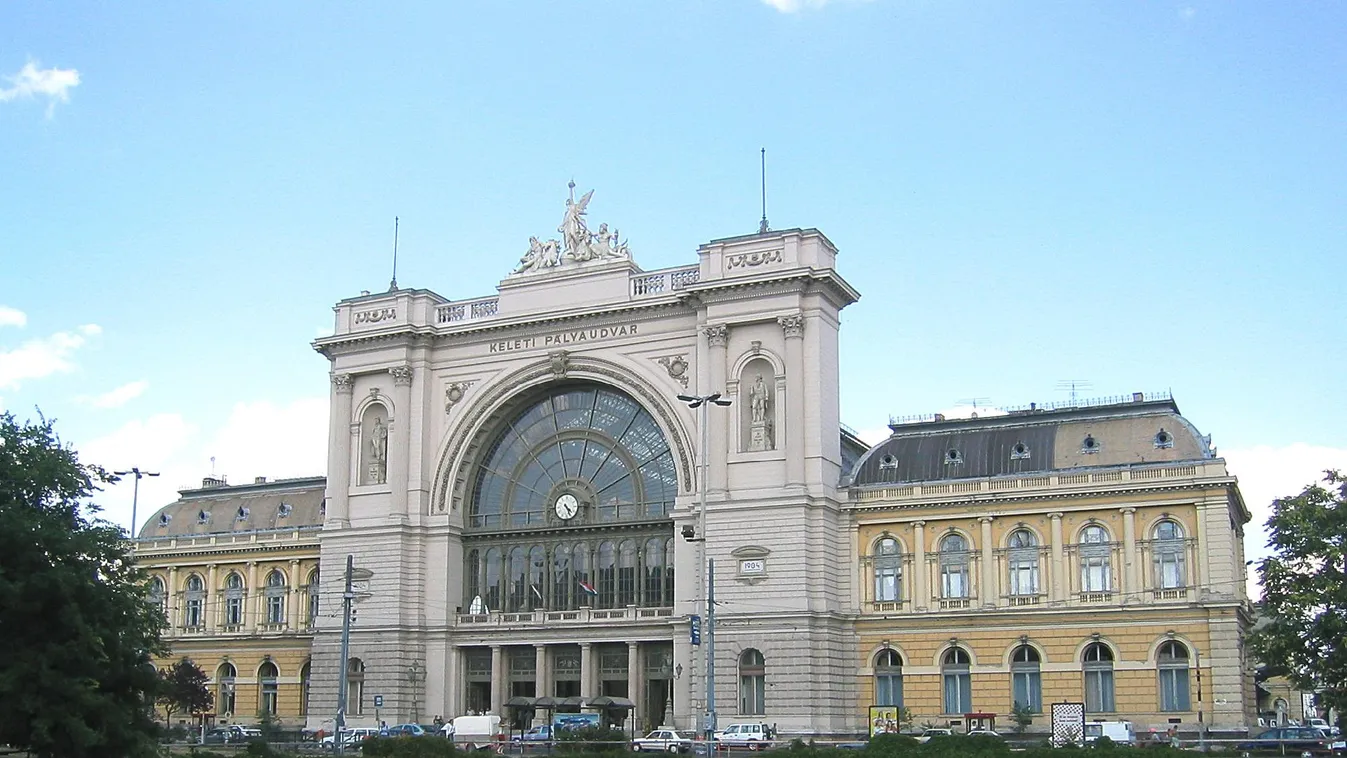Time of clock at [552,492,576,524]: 4:26
